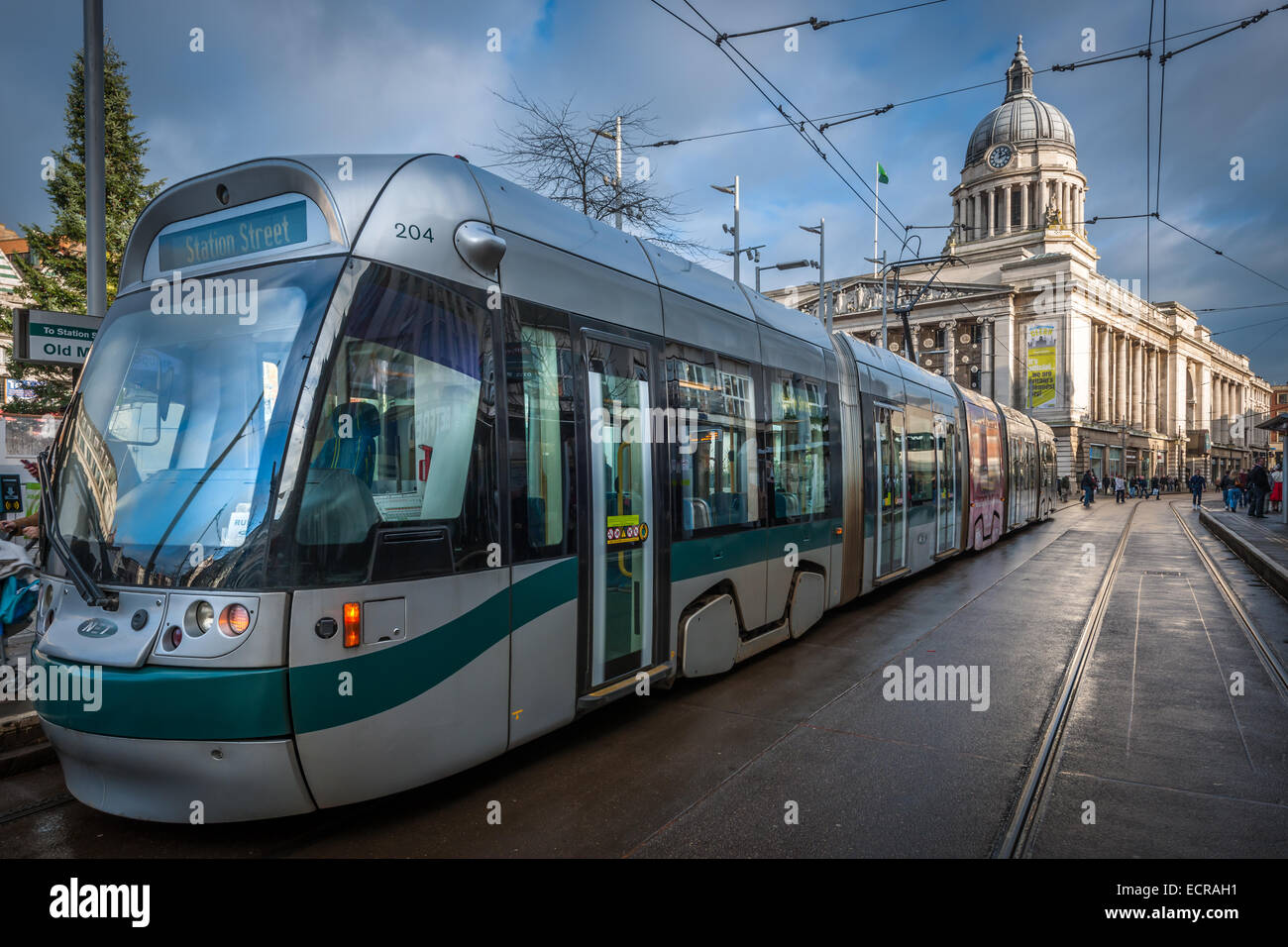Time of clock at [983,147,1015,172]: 12:12
